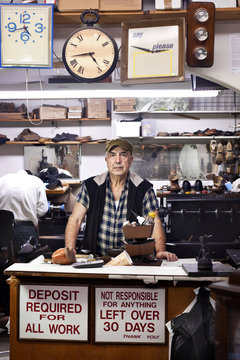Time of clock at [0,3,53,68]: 4:42
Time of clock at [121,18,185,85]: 2:48
